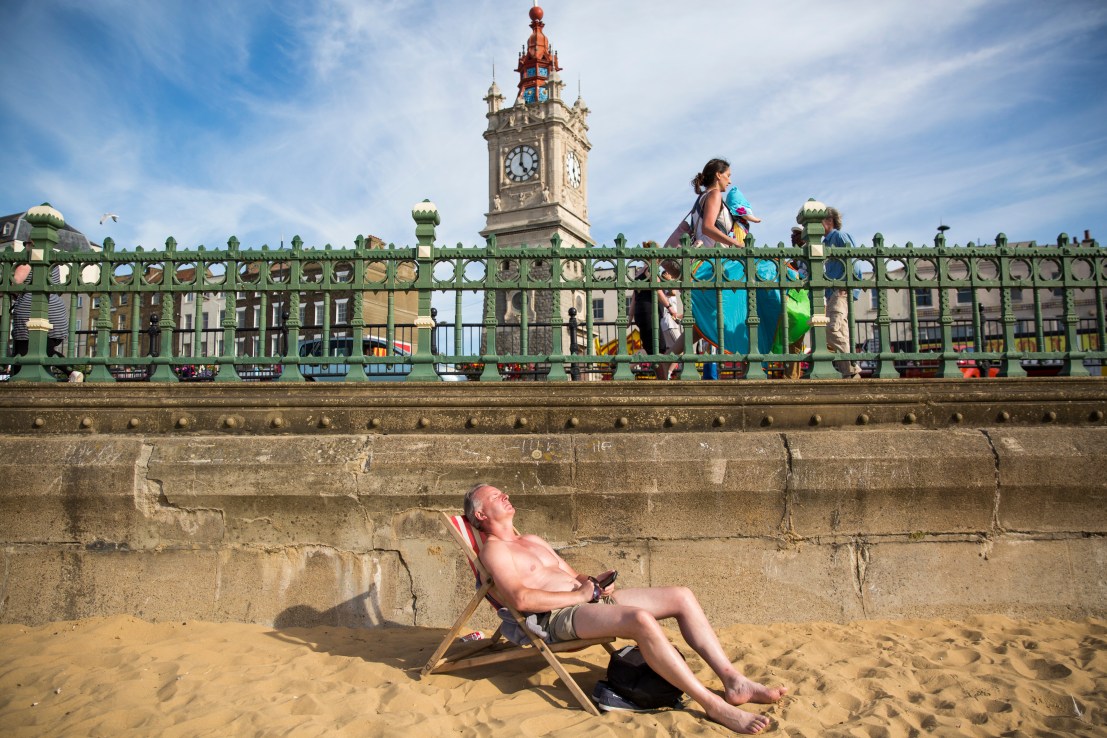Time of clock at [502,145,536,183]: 5:00
